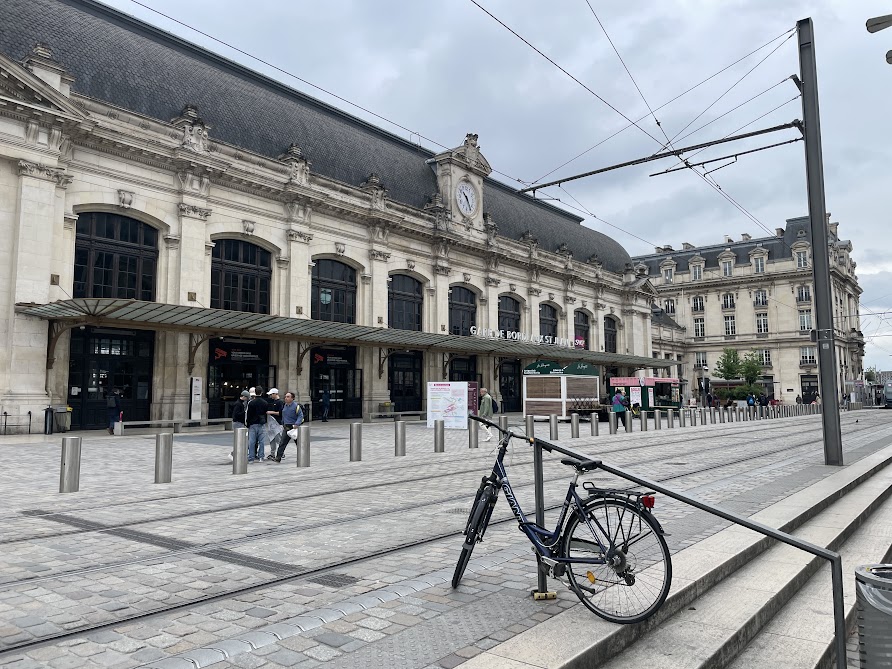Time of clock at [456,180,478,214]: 10:25
